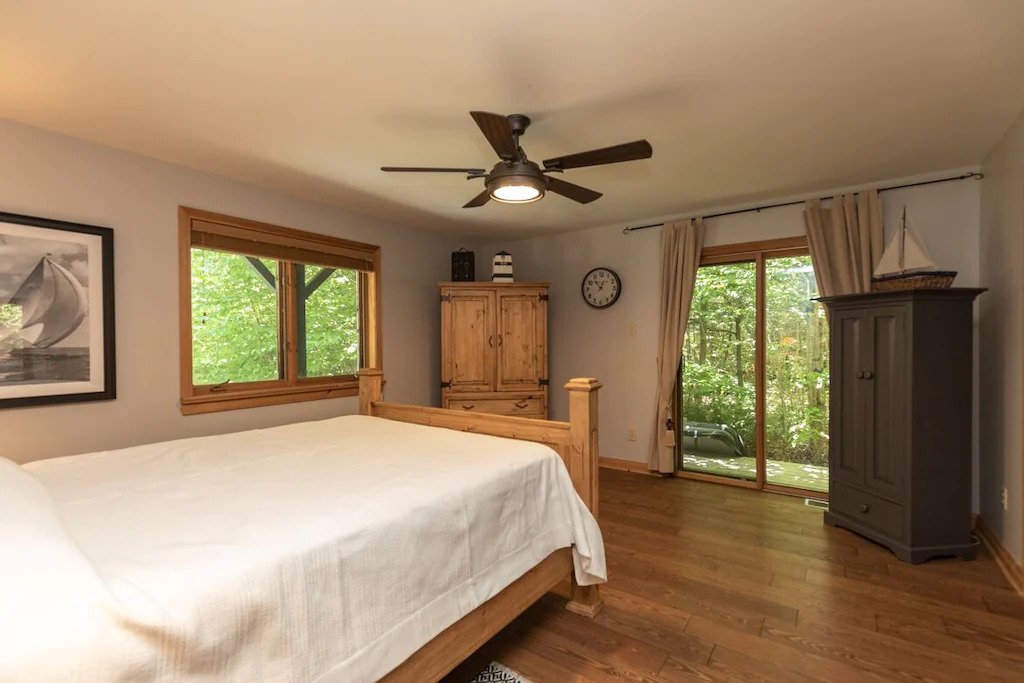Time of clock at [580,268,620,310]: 12:53
